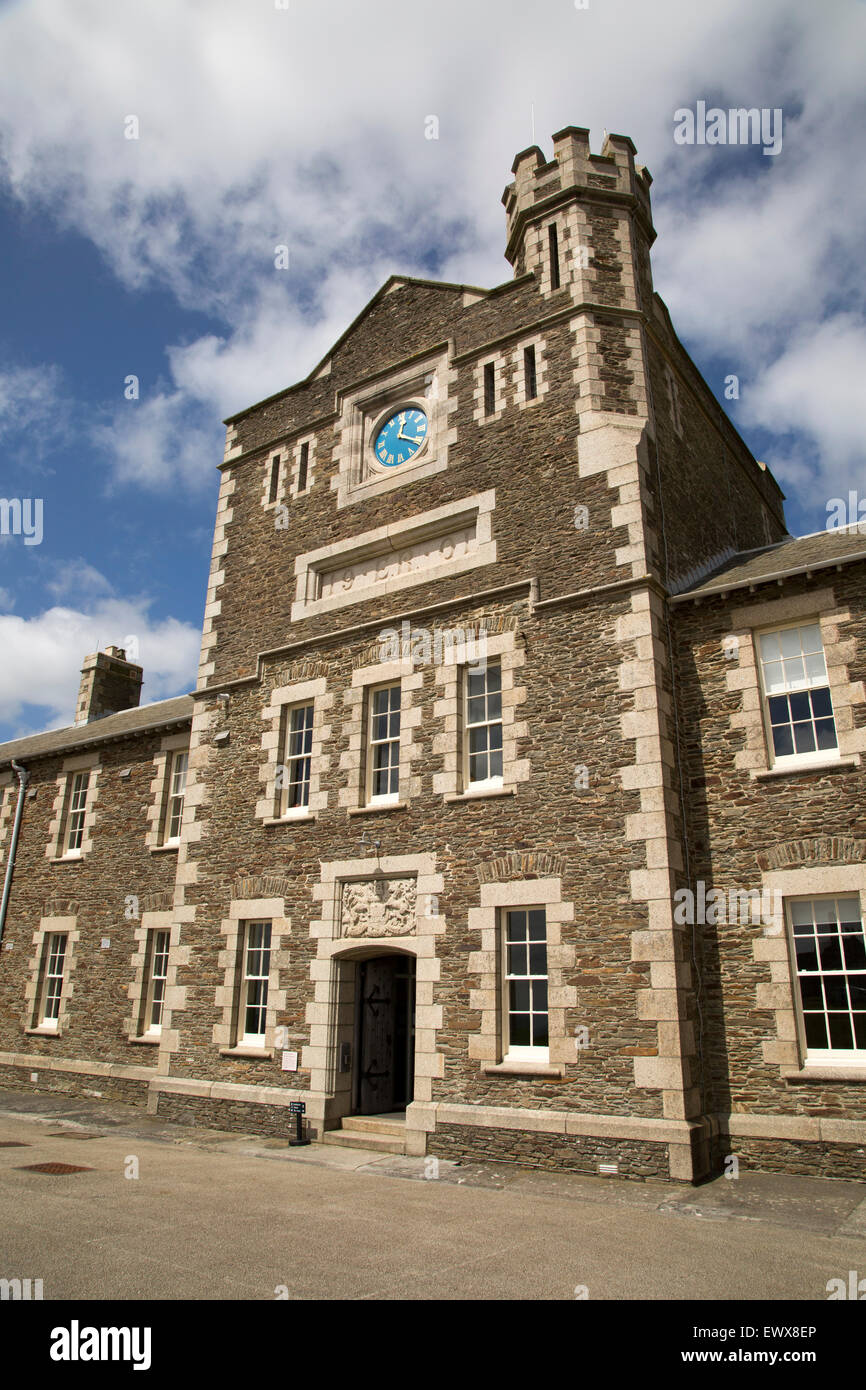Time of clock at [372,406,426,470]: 12:20
